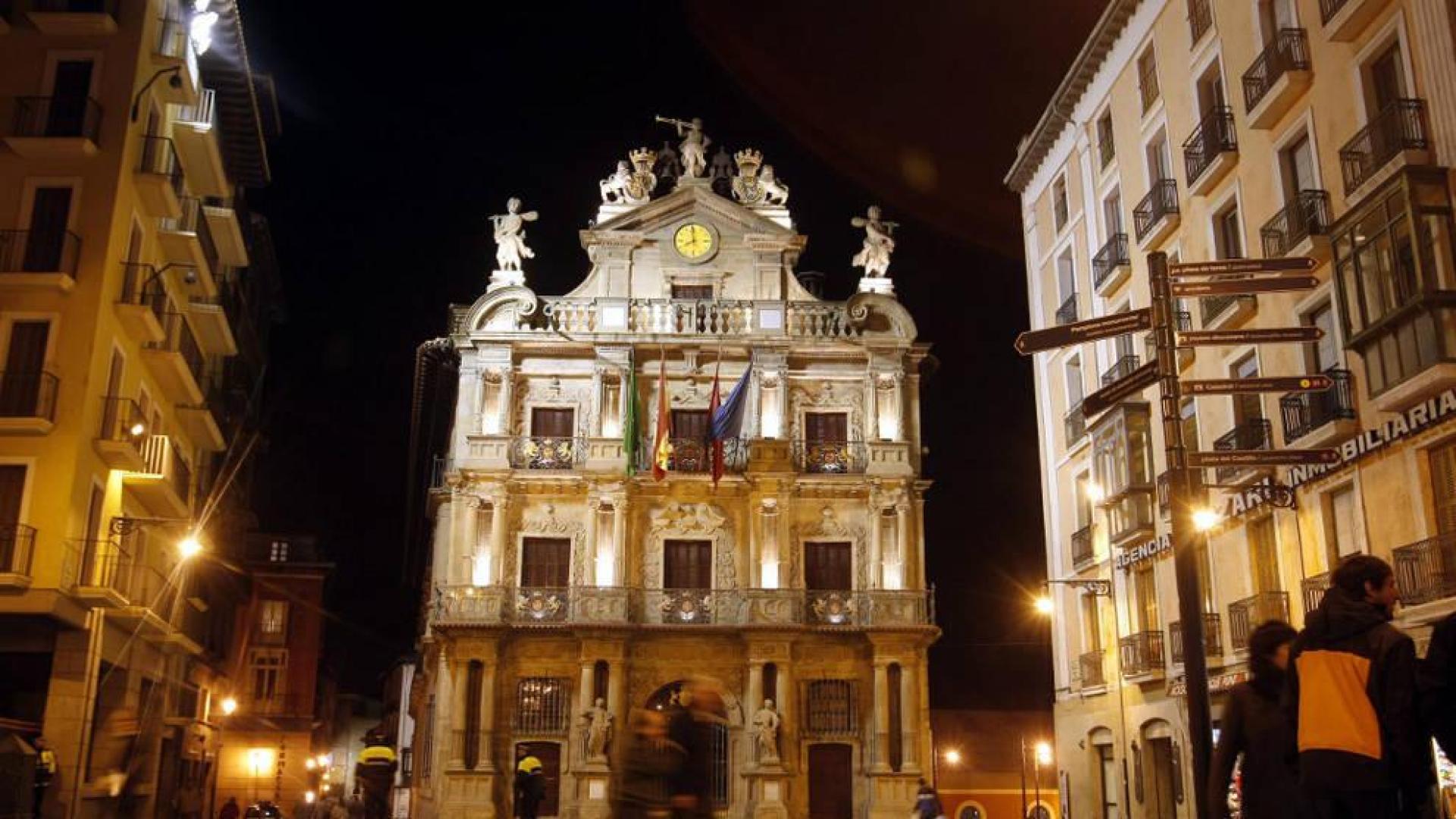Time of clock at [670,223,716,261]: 7:59
